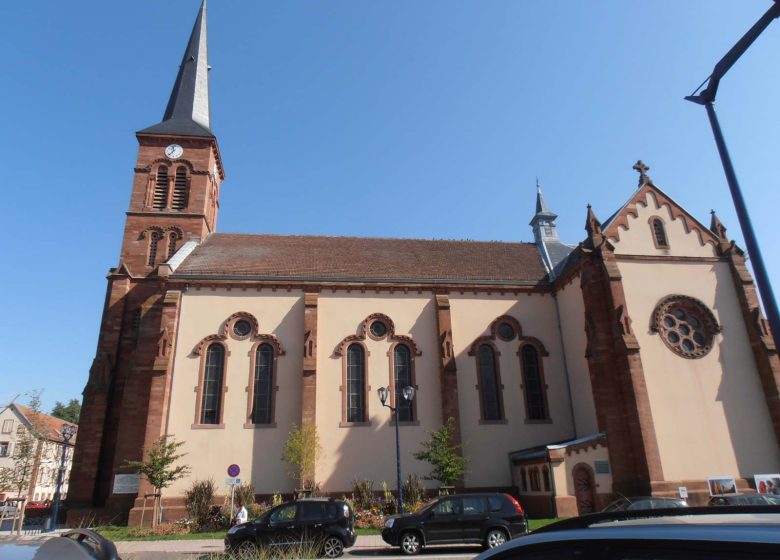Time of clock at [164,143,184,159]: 11:37
